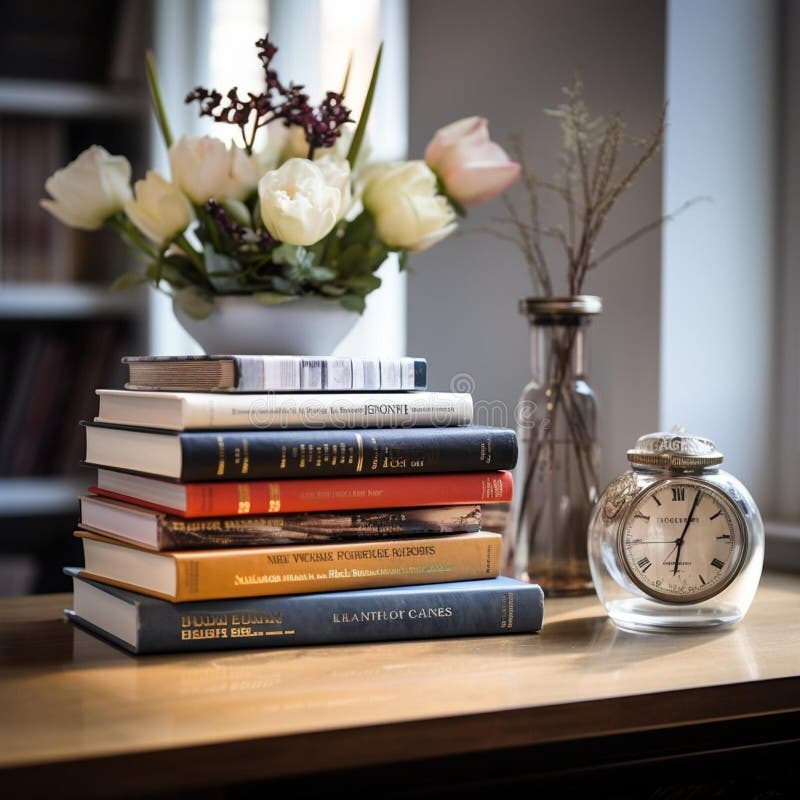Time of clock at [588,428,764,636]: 6:04
